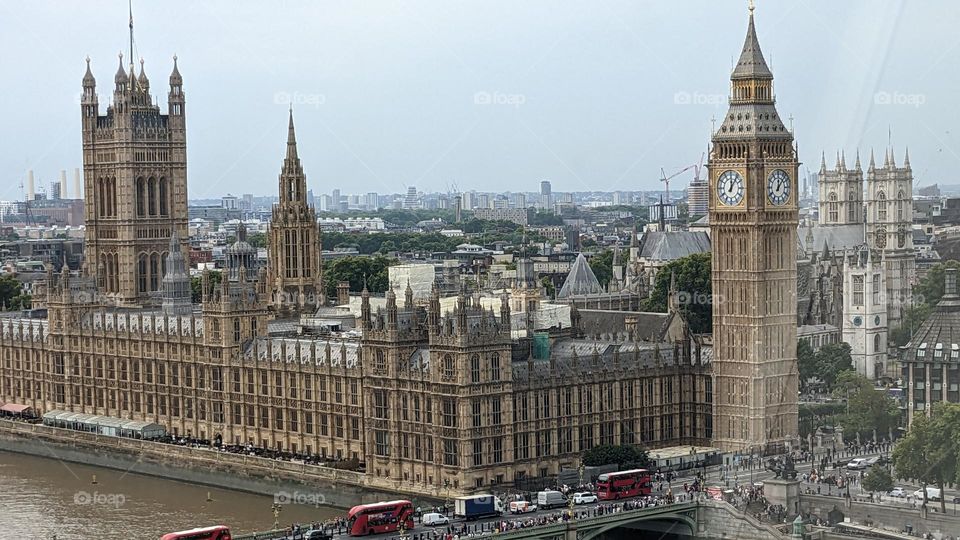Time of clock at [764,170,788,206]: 12:07
